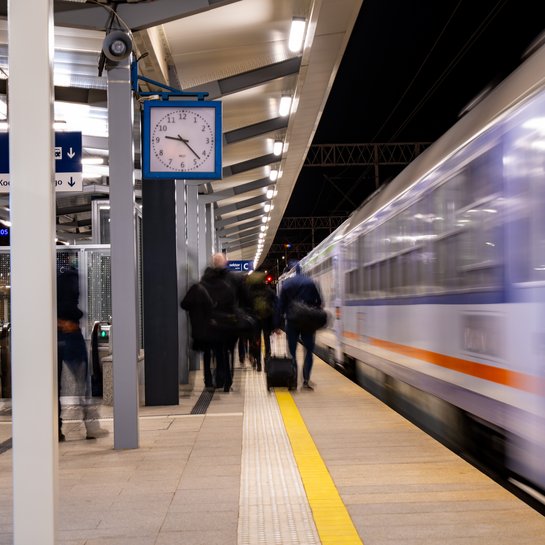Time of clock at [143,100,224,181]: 9:22
